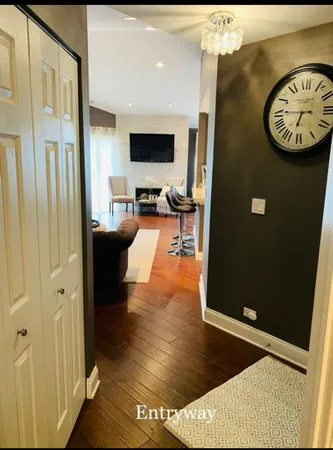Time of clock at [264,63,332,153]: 6:45
